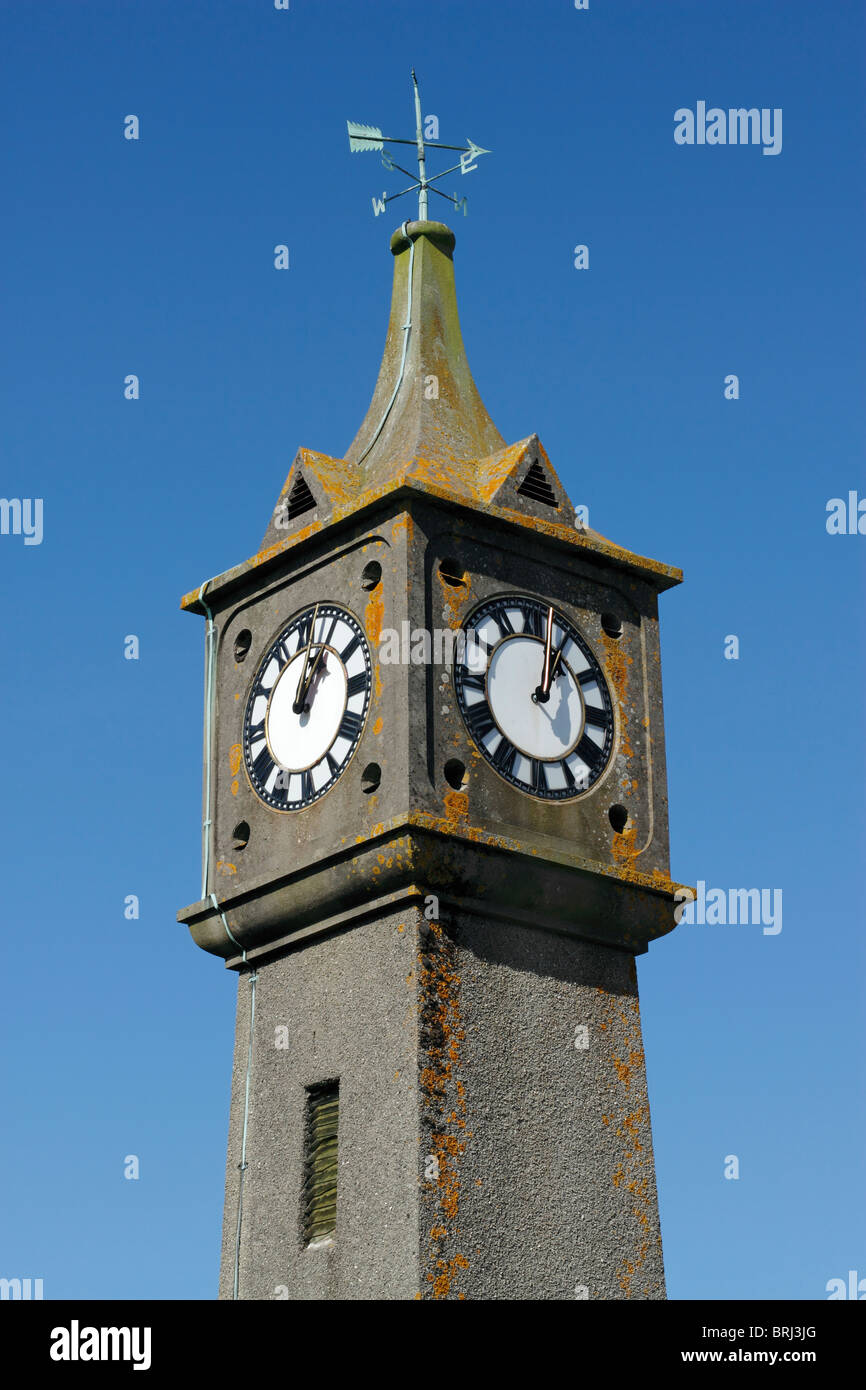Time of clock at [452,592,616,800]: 1:02
